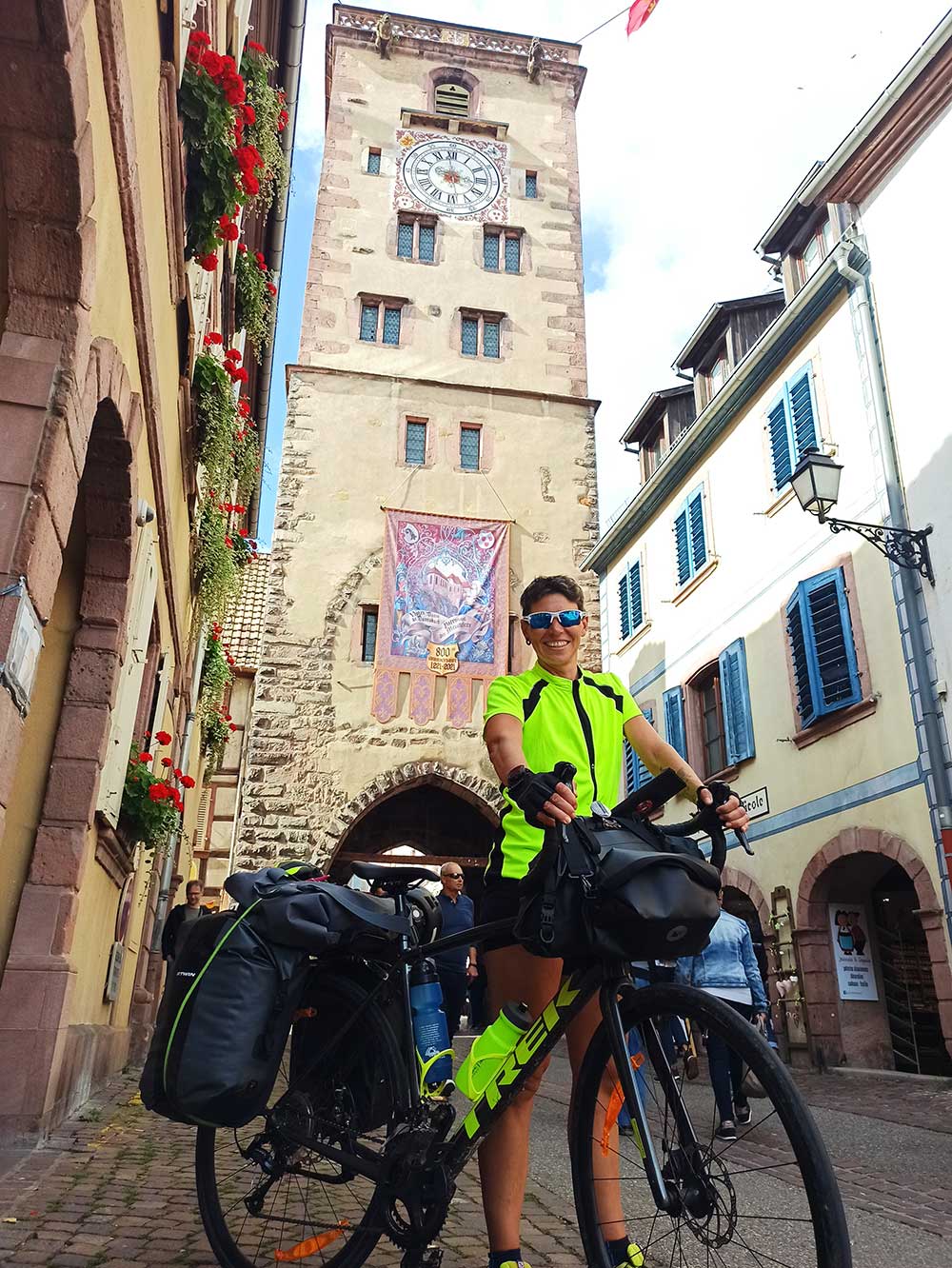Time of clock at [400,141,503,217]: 2:58
